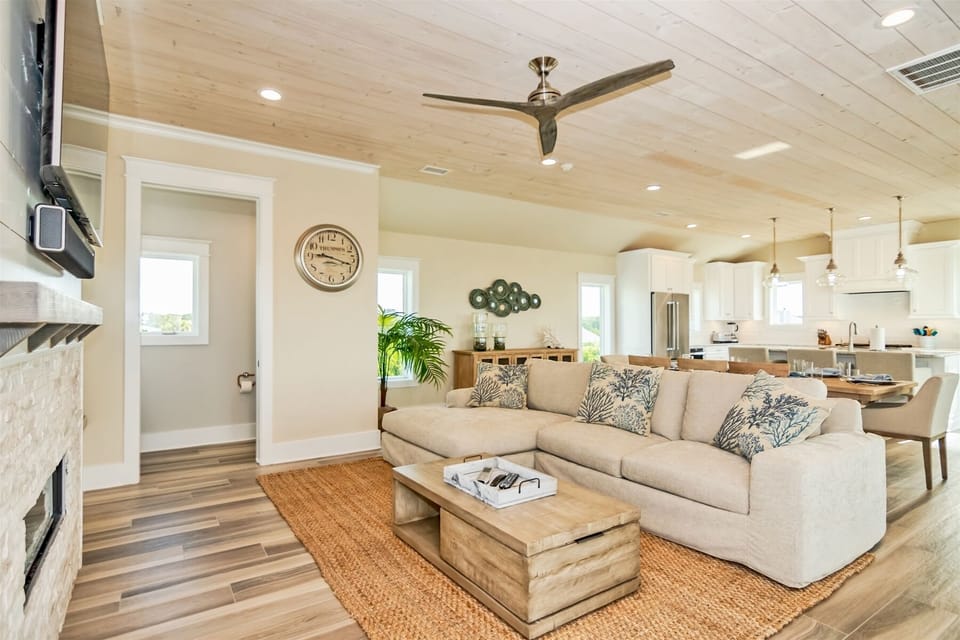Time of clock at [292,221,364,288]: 9:17
